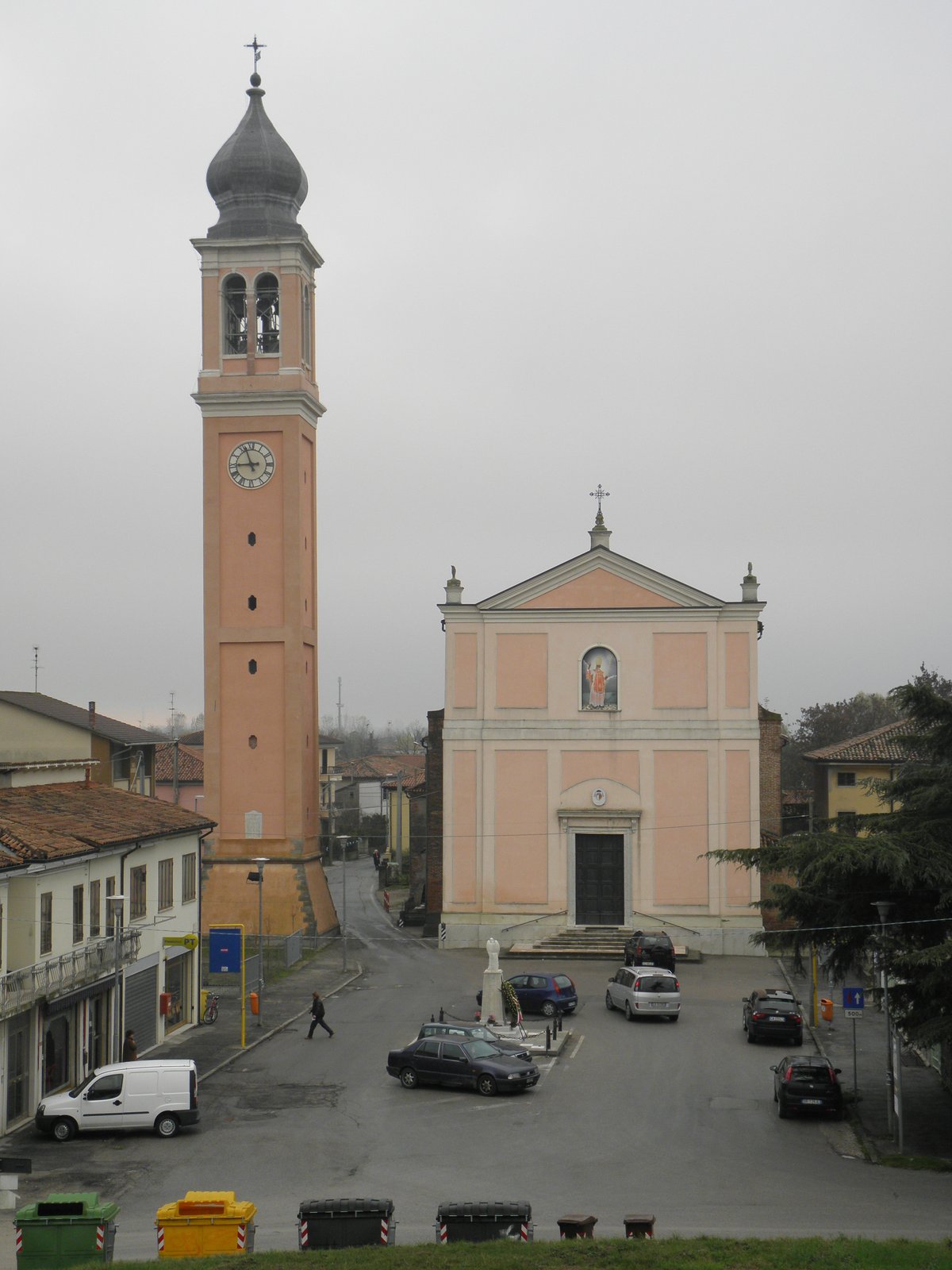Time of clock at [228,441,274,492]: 8:56
